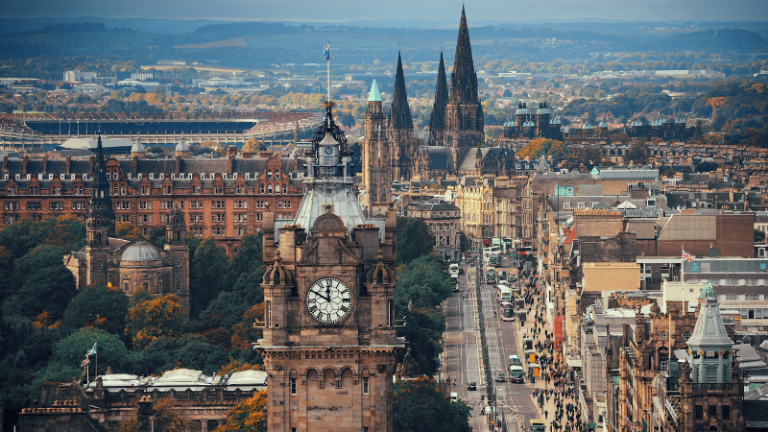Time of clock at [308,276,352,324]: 11:50
